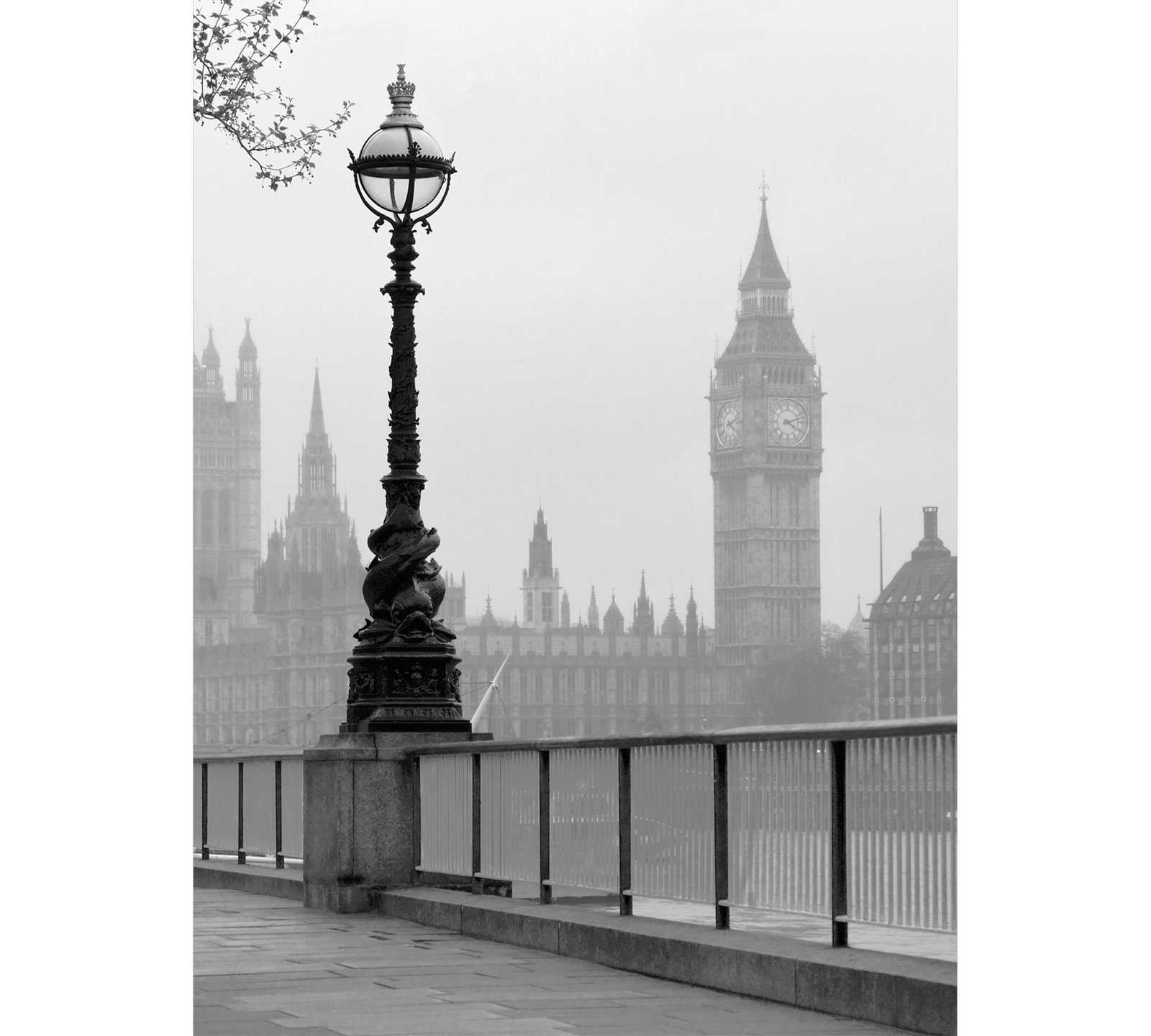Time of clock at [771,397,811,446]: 4:11
